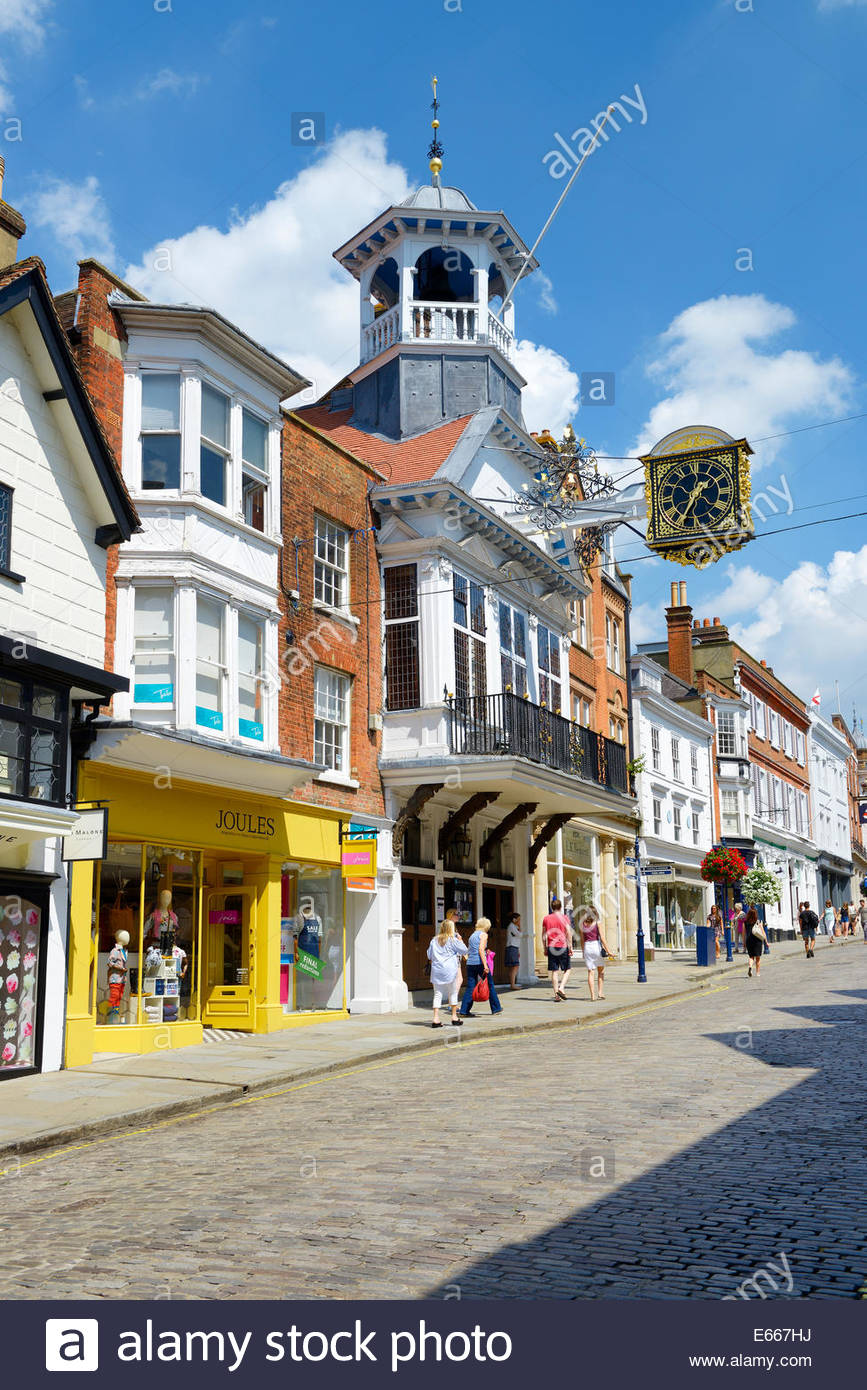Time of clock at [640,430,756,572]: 1:34
